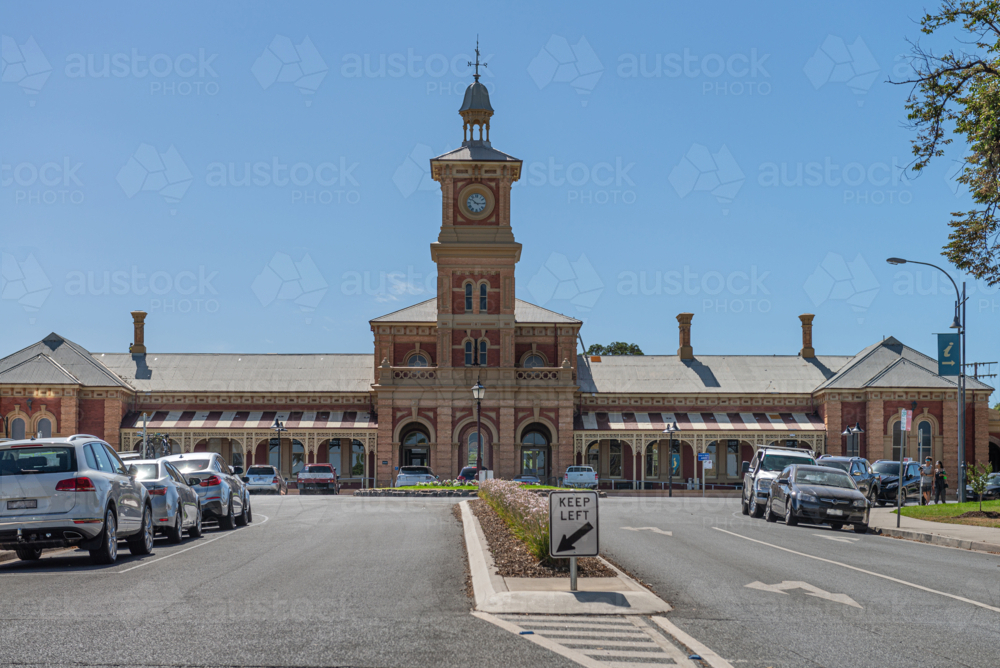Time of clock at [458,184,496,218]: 10:14
